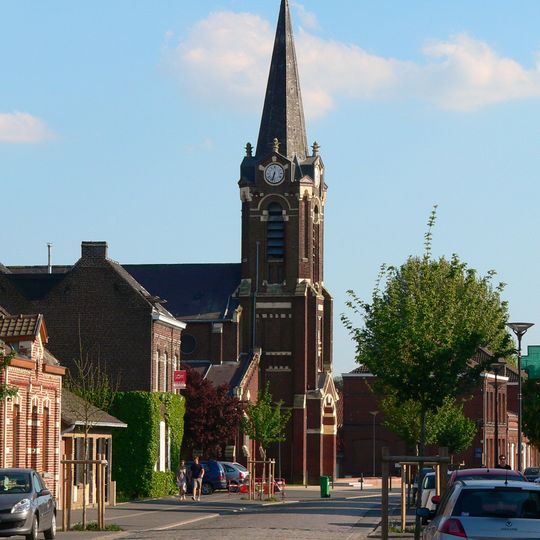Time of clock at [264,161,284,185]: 6:32
